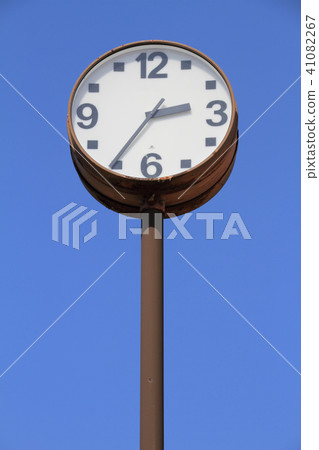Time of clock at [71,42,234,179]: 2:35
